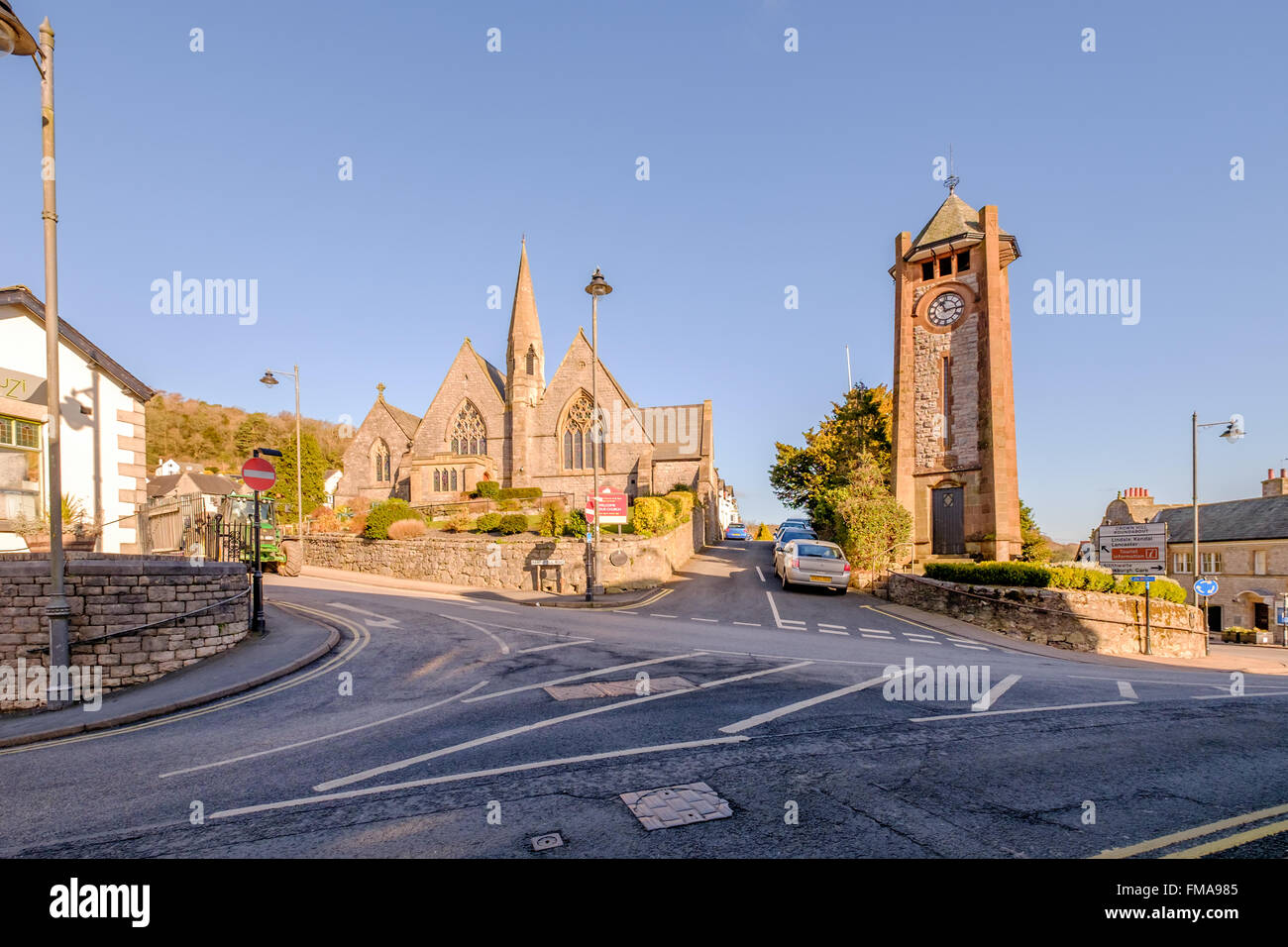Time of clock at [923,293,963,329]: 11:13
